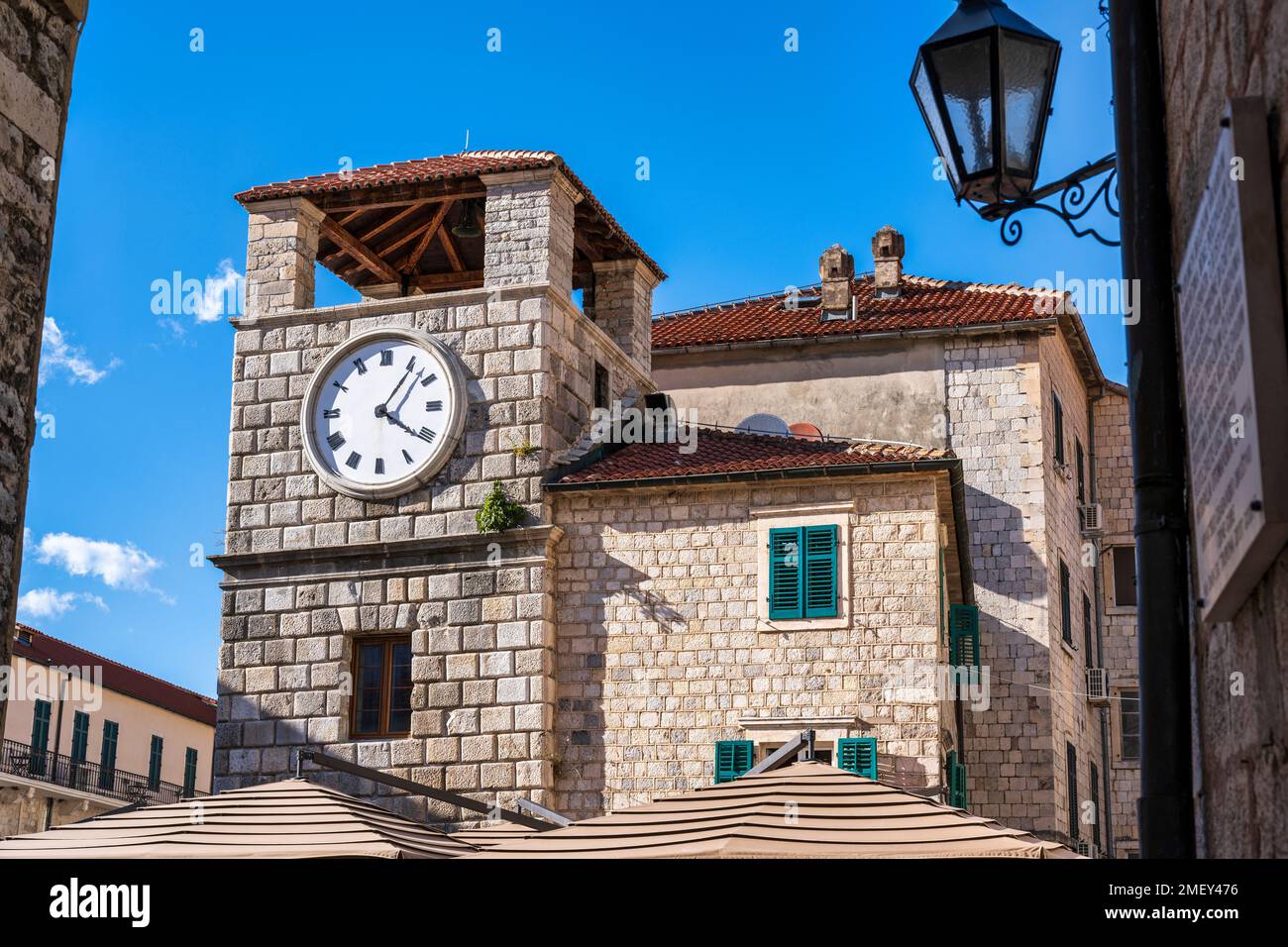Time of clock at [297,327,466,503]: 4:06
